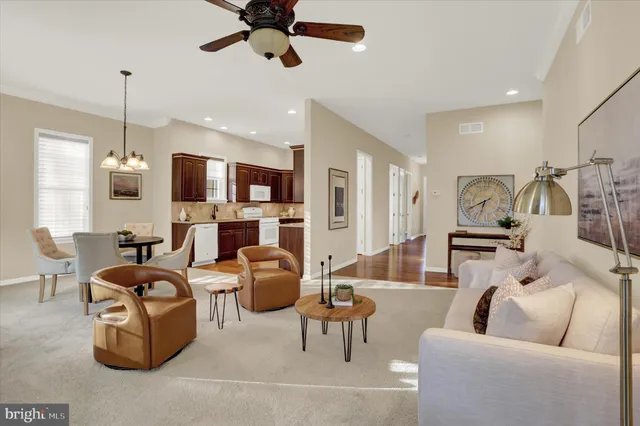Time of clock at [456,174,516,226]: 6:40
